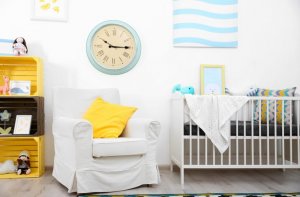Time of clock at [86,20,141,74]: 10:14
